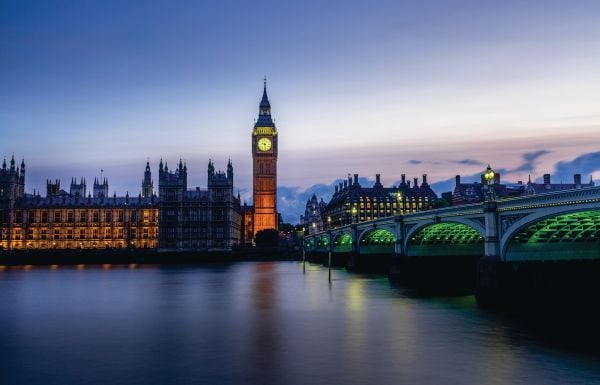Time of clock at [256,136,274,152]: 9:28
